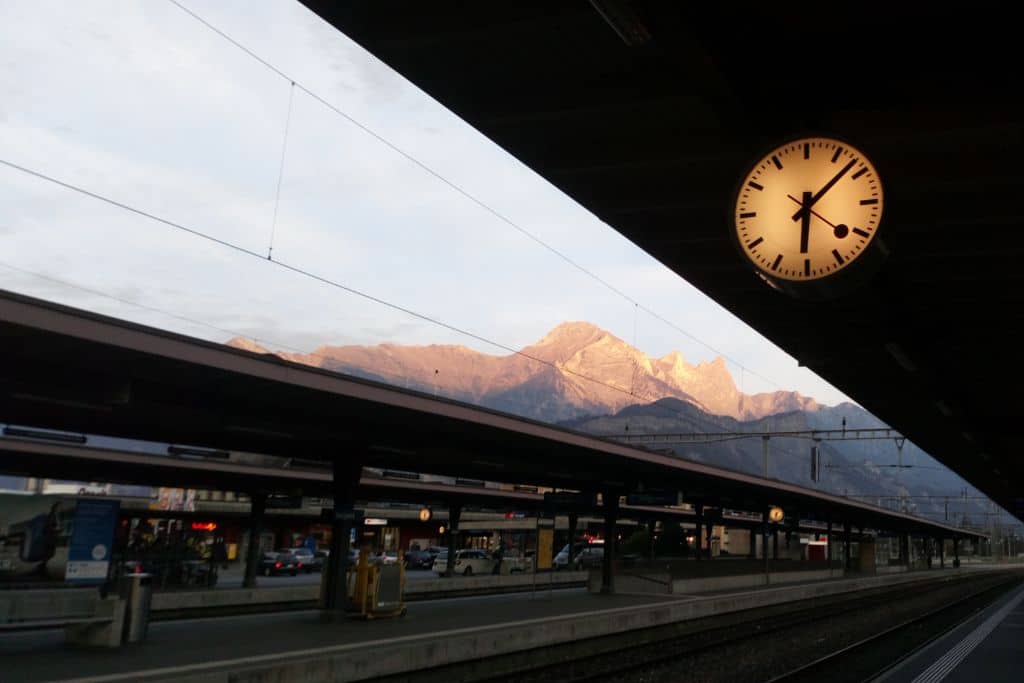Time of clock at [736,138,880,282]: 6:08
